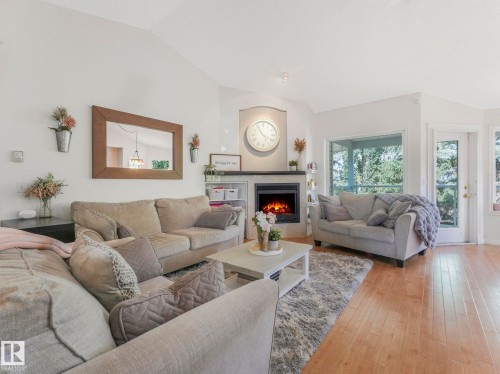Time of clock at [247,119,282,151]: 3:54
